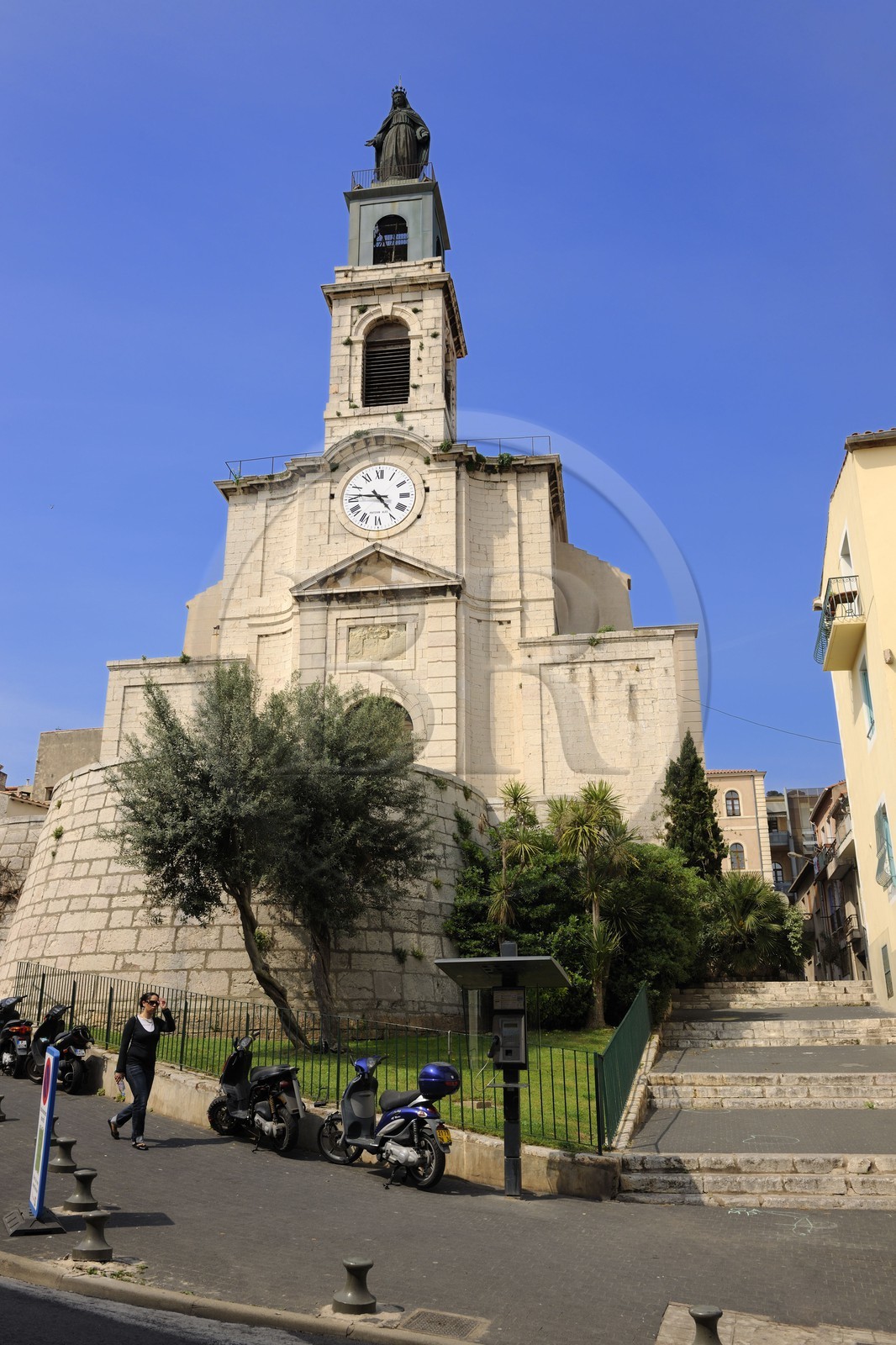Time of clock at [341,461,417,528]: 4:46
